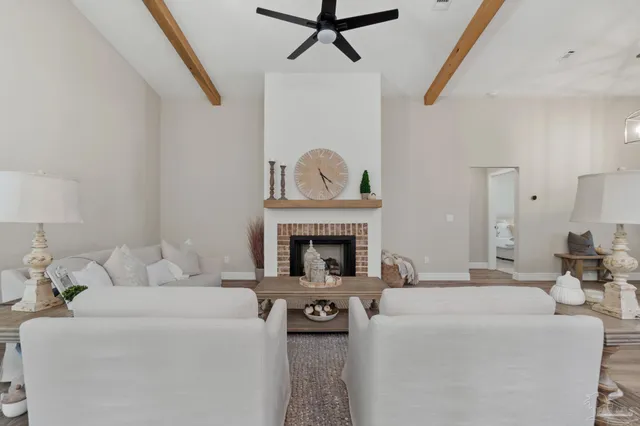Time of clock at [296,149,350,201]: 4:26
